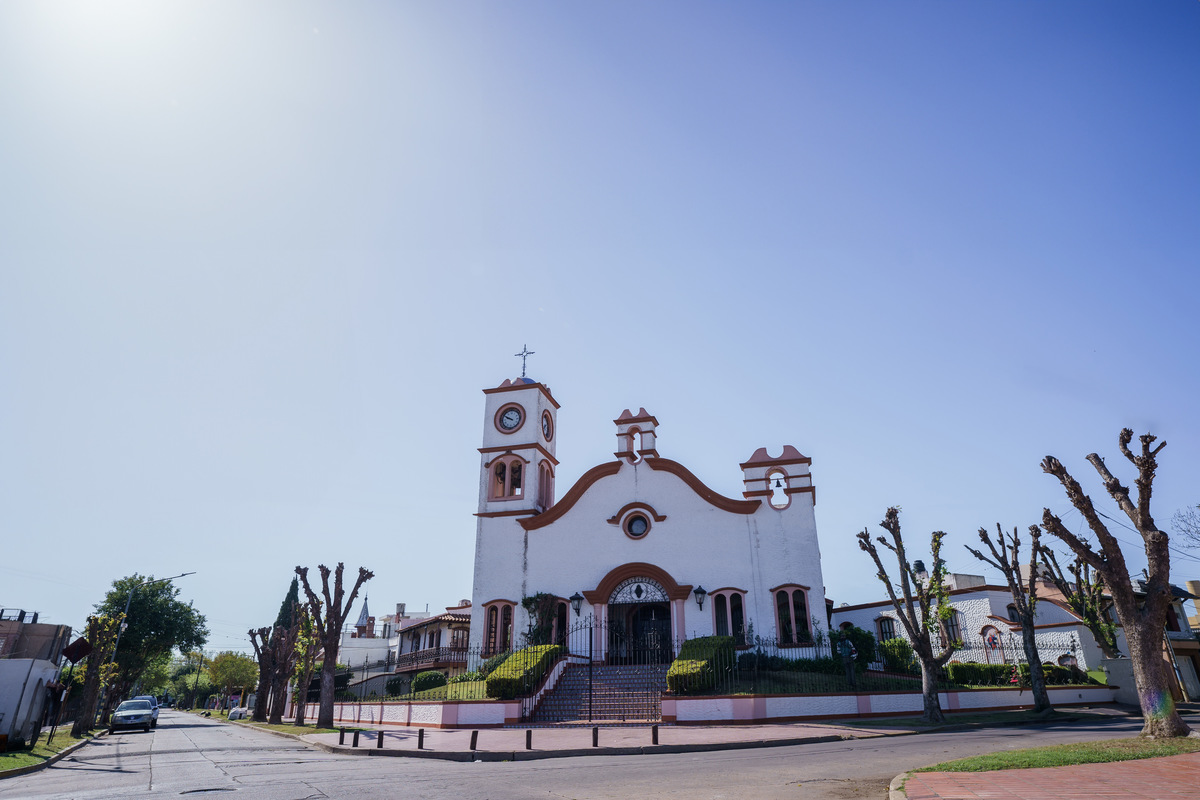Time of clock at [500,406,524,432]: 9:50
